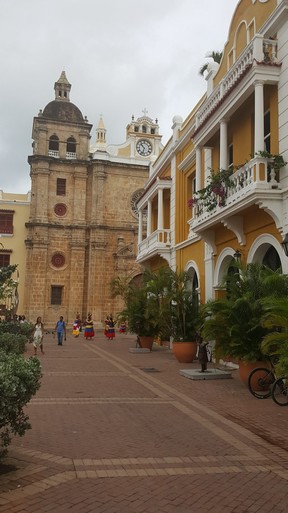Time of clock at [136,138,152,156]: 10:32
